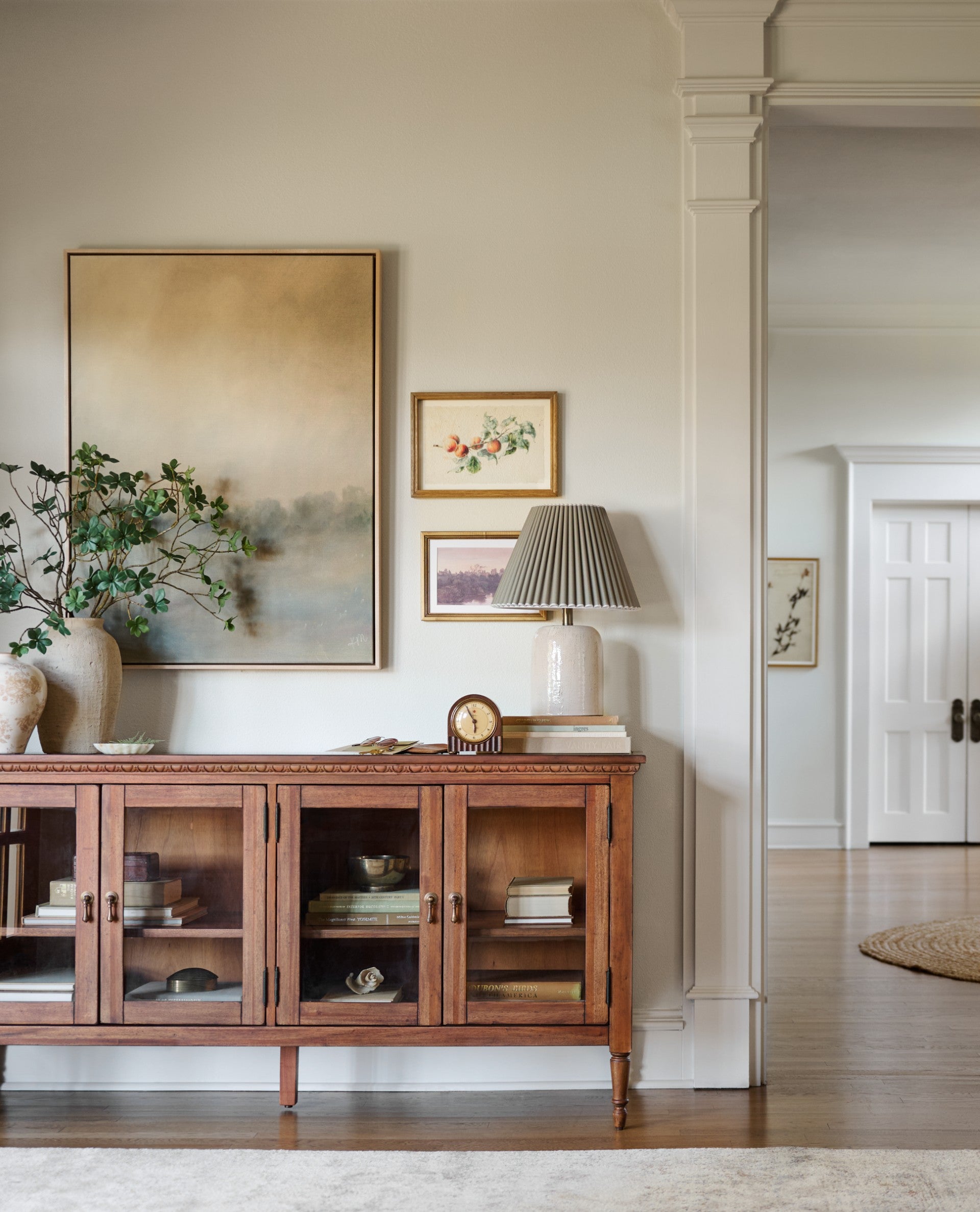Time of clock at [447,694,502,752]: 5:55
